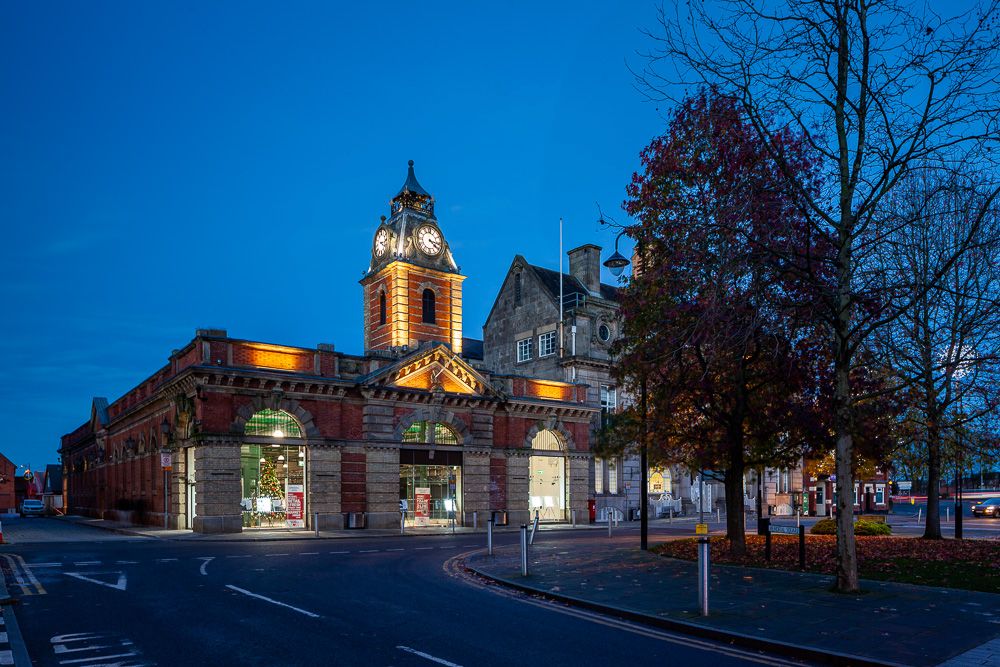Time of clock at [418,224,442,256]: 4:16
